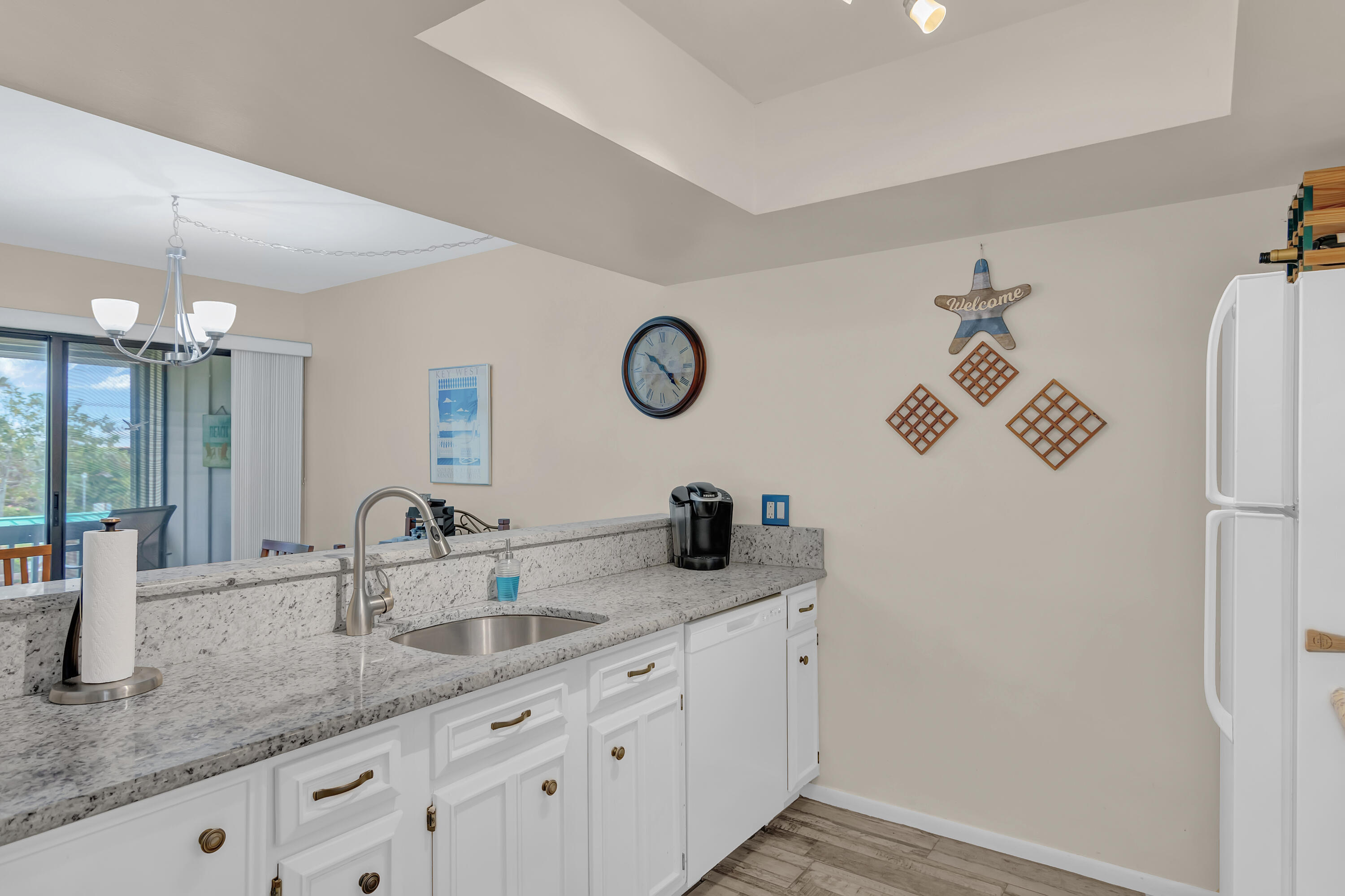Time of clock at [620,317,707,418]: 10:22
